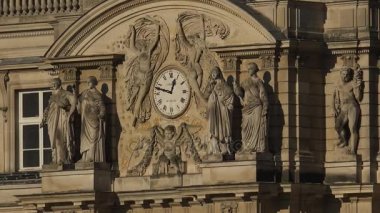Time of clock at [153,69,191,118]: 12:47
